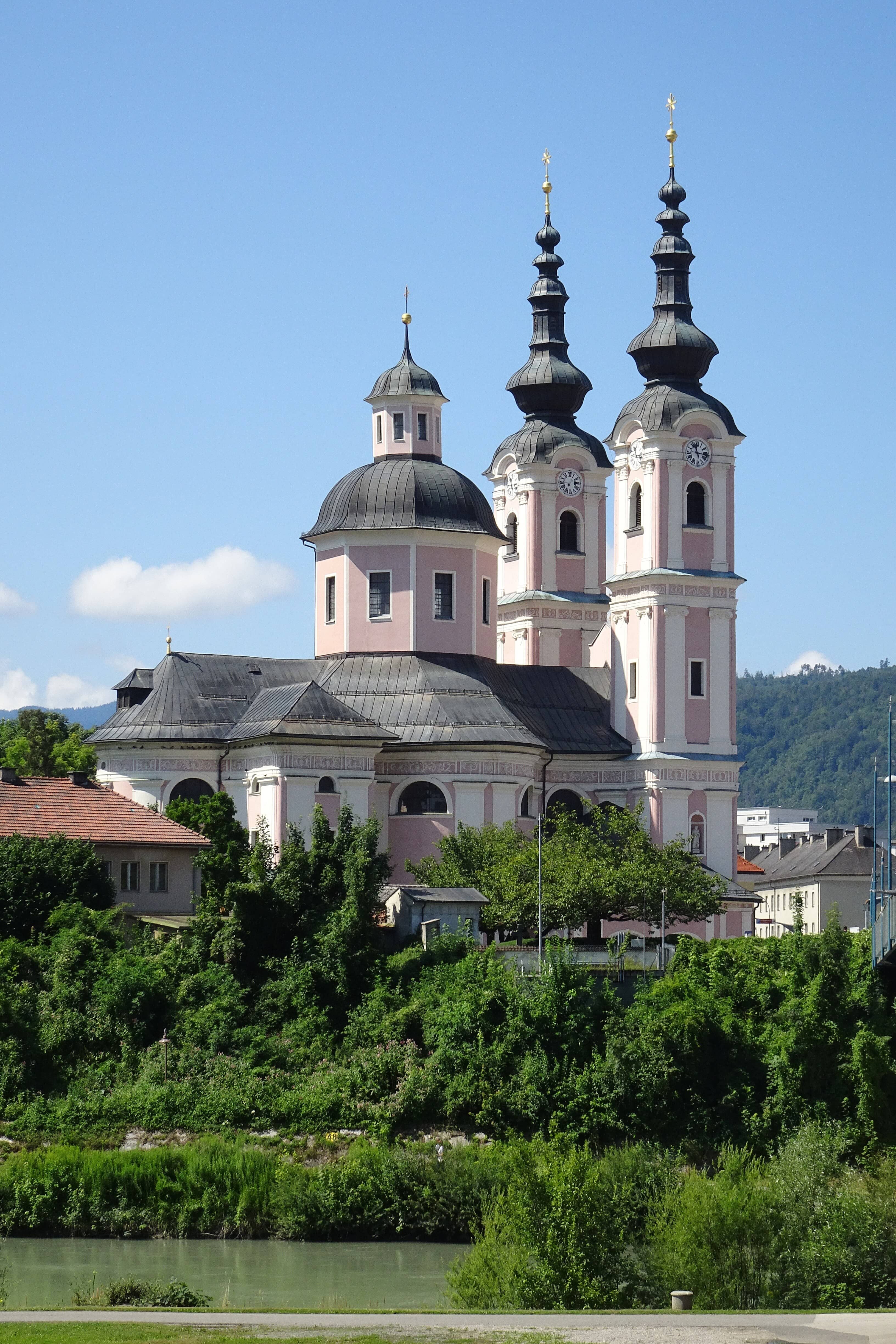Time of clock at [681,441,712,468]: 11:16
